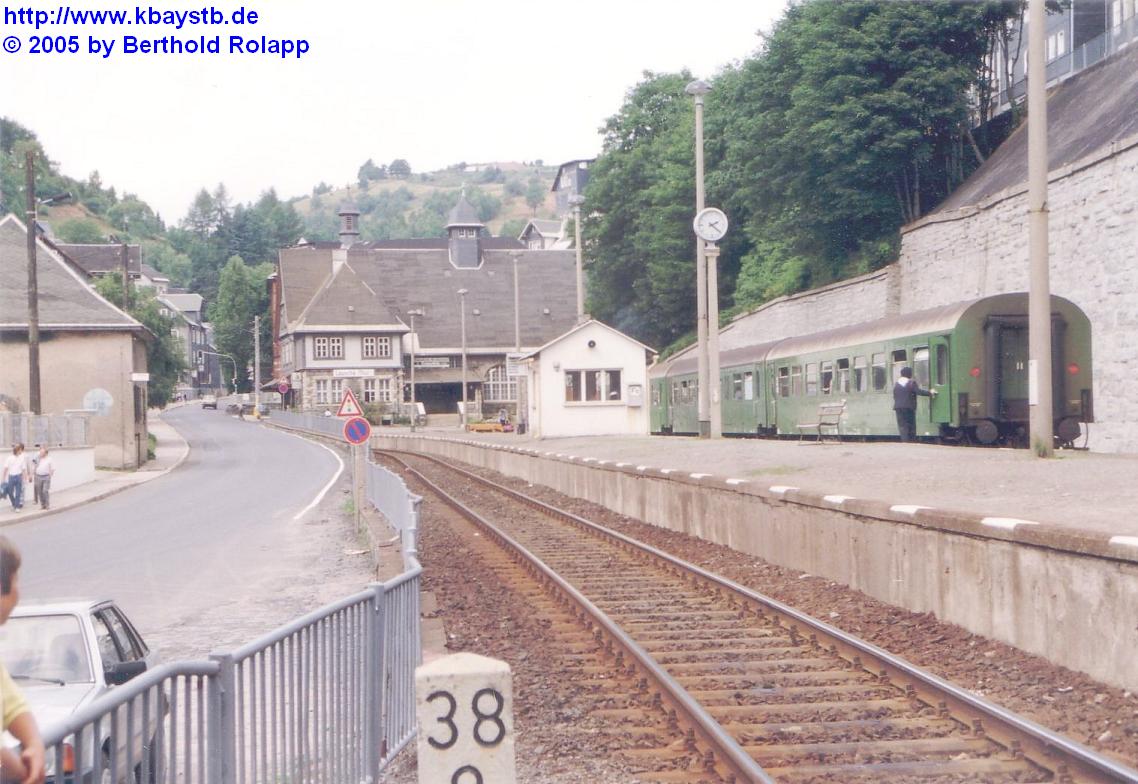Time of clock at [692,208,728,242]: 2:21
